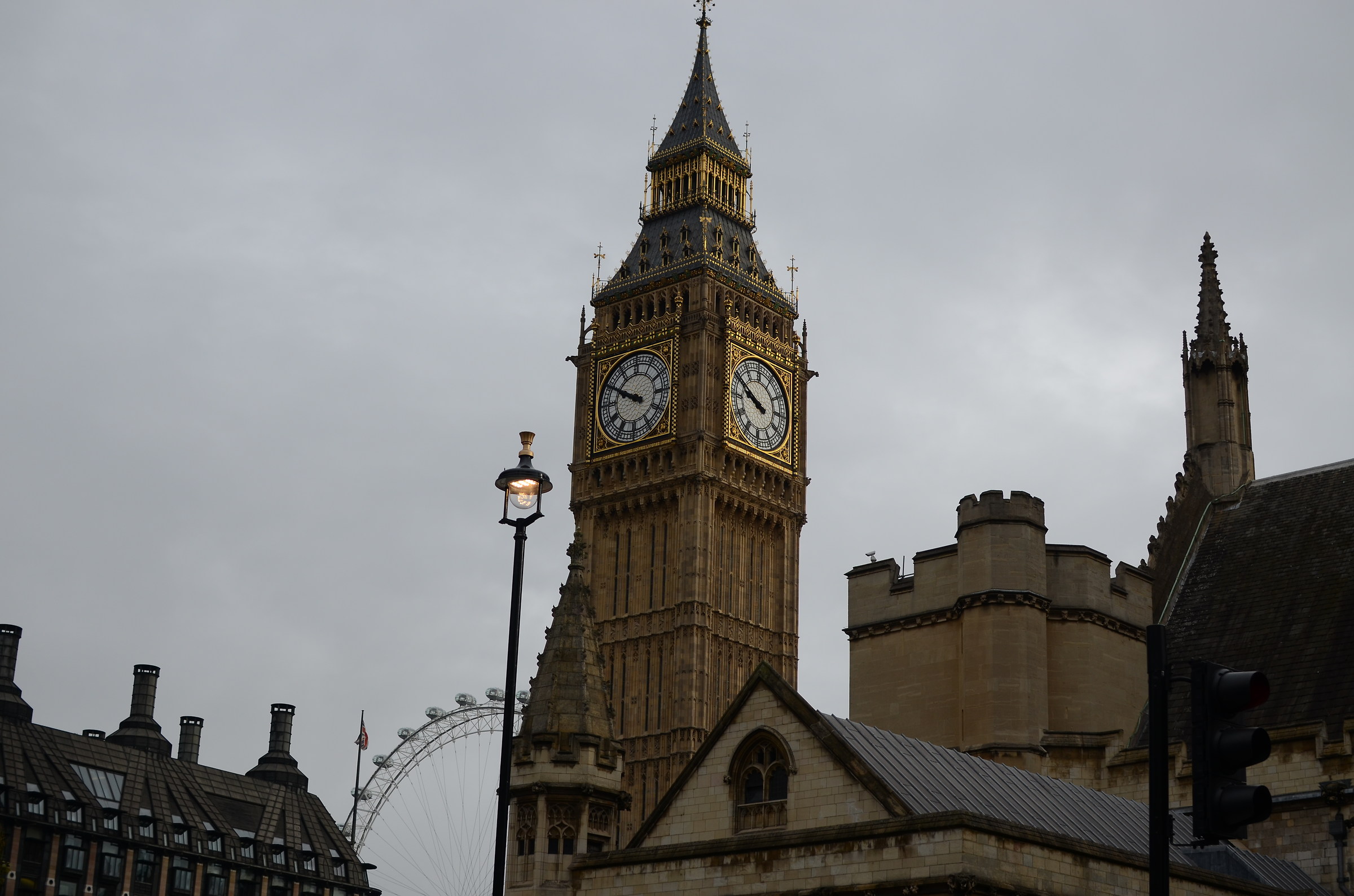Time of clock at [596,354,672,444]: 9:49
